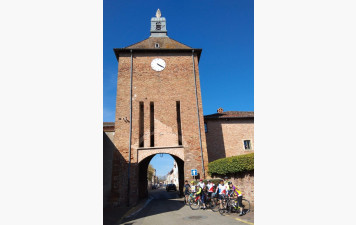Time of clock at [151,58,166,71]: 4:20
